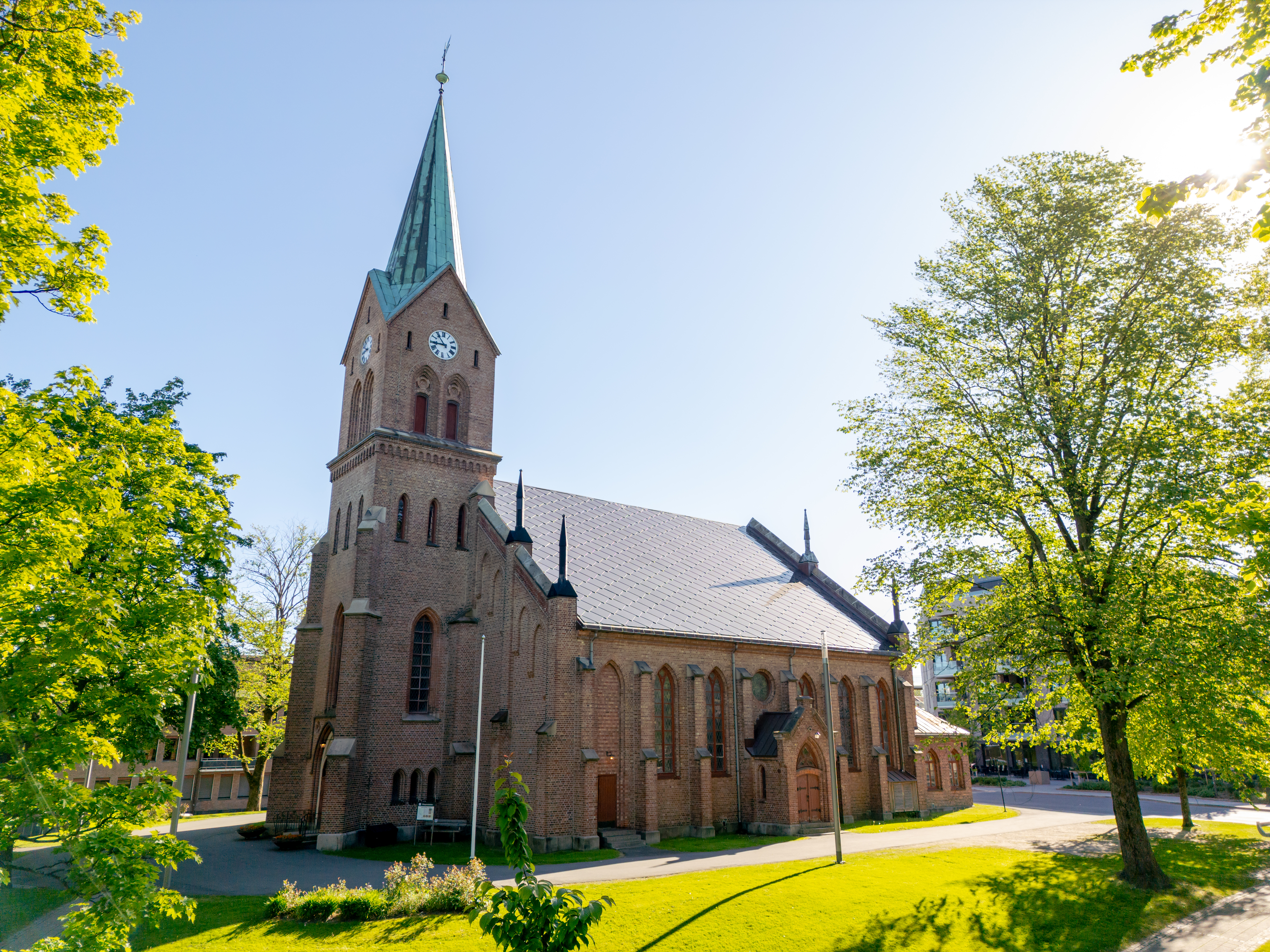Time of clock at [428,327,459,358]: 8:53
